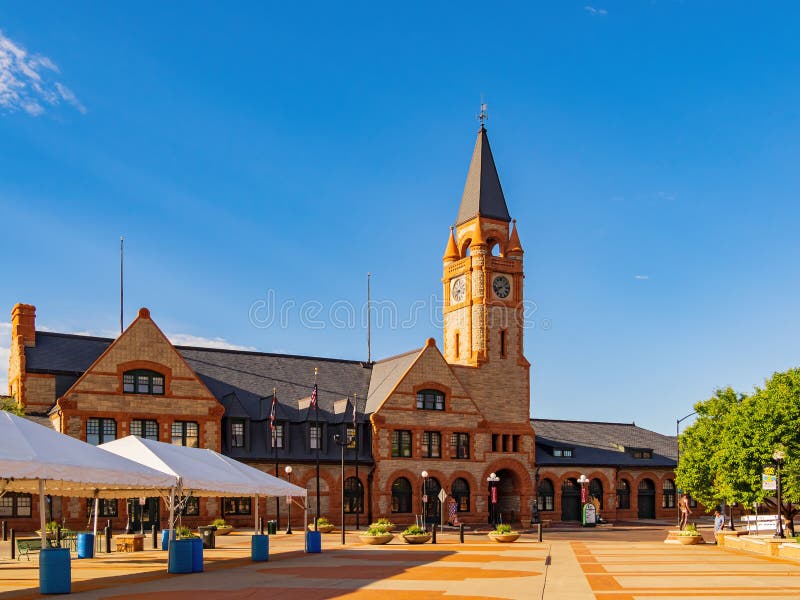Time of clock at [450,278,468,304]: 8:38
